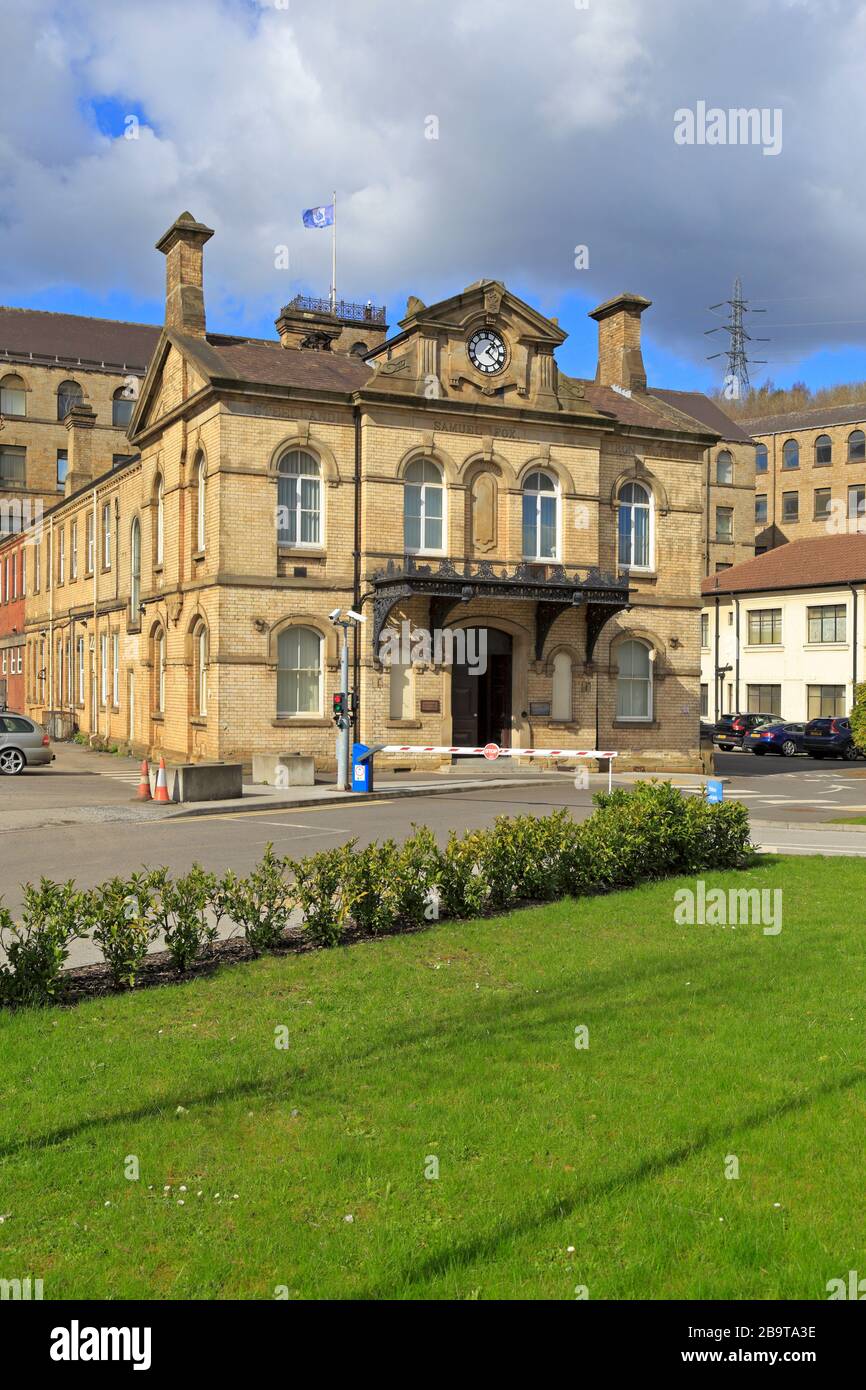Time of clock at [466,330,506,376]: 1:21
